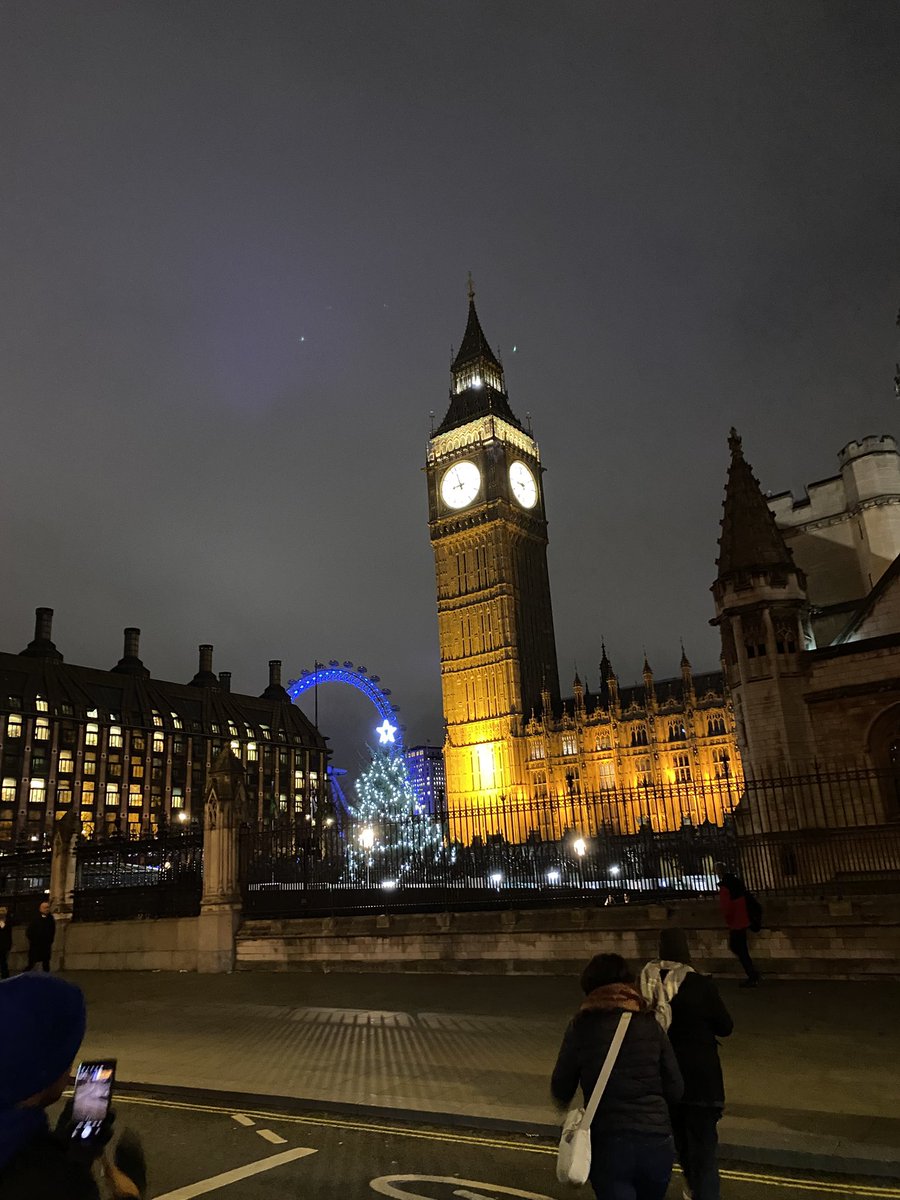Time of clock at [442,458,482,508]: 8:57
